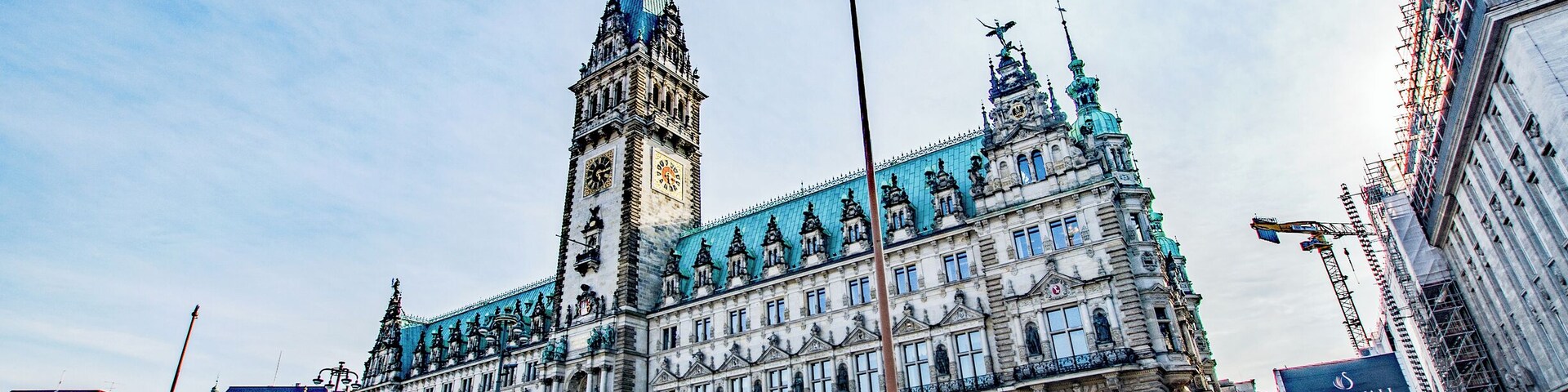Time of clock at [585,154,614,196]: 5:14
